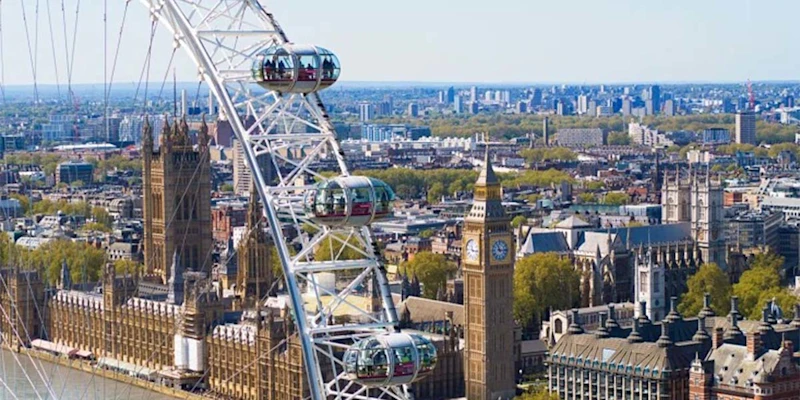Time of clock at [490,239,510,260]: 11:14
